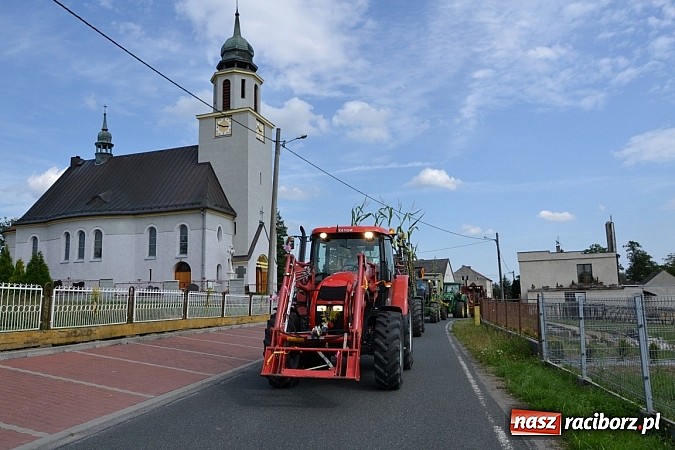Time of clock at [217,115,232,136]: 2:48
